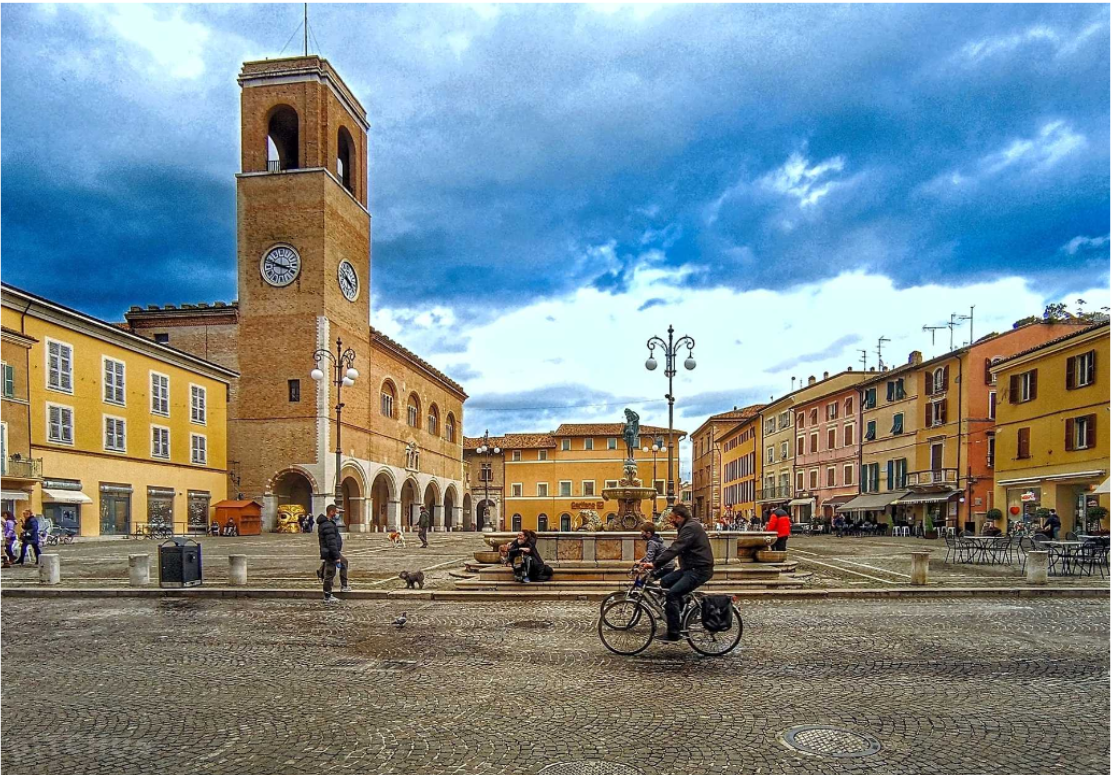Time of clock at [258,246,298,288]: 3:48
